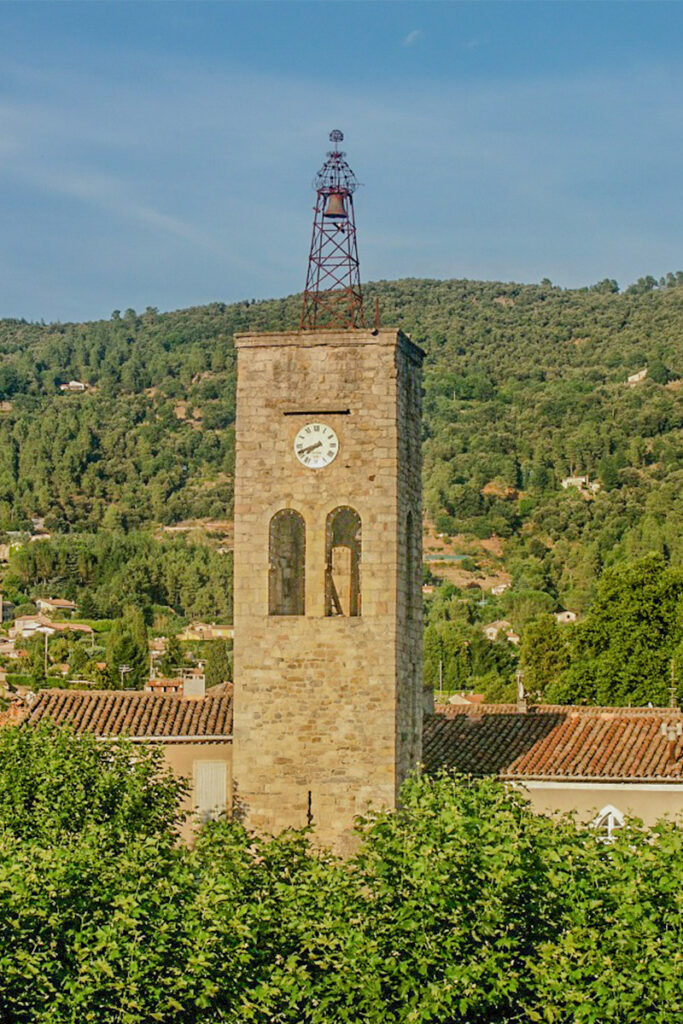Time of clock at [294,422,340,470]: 7:41
